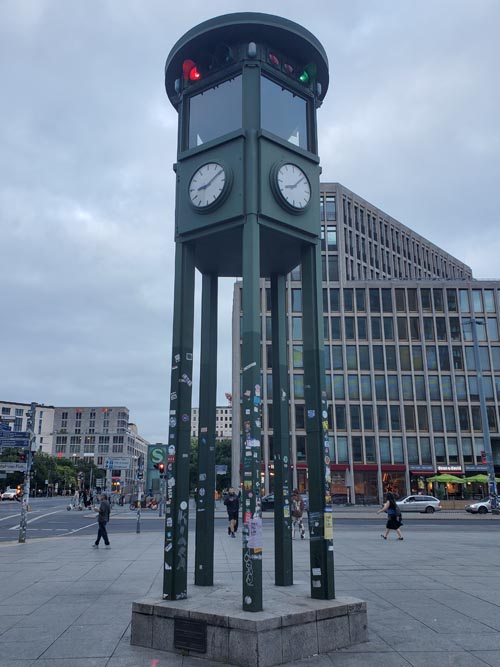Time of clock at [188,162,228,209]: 9:09
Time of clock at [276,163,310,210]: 8:07
